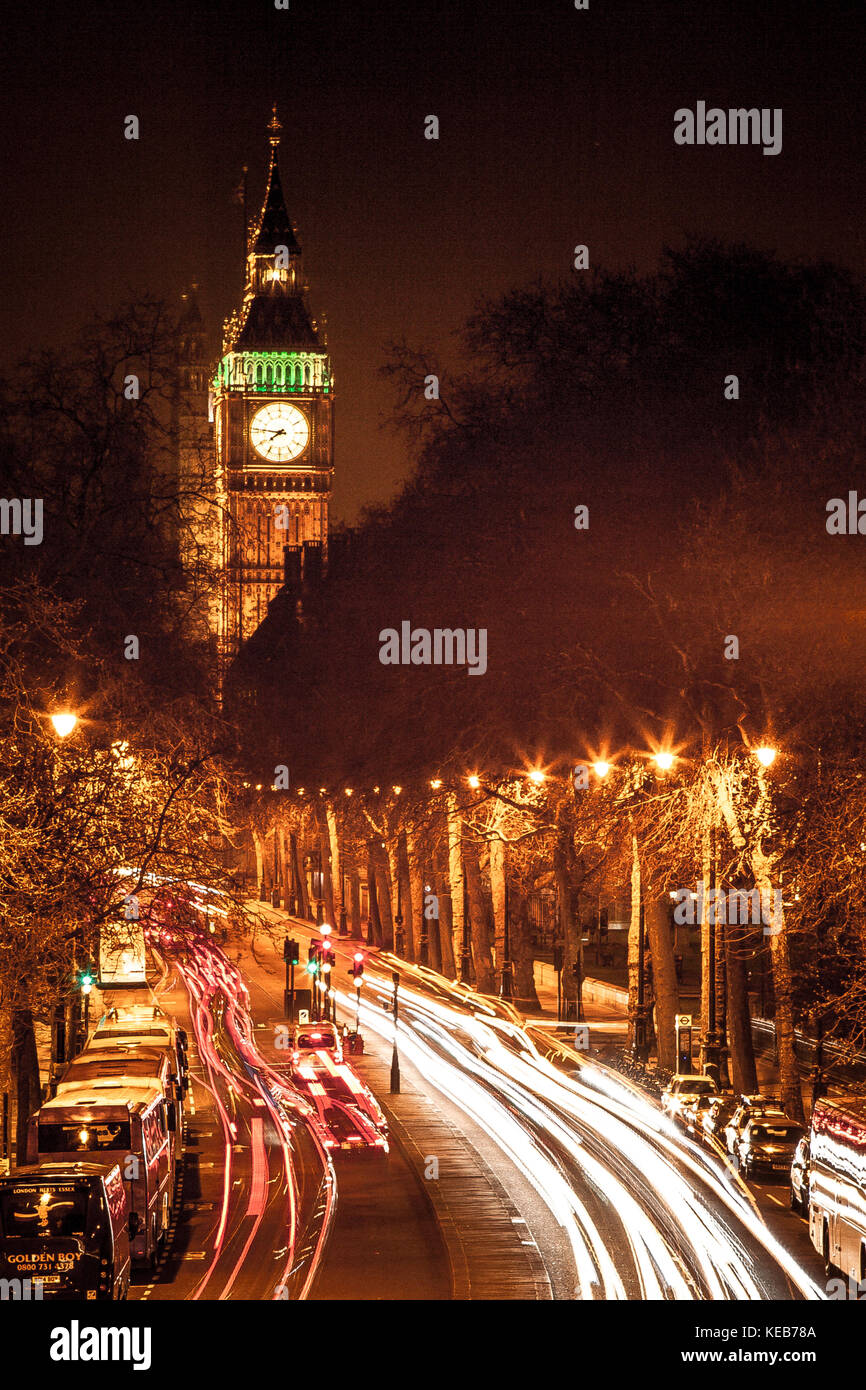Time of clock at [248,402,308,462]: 7:46
